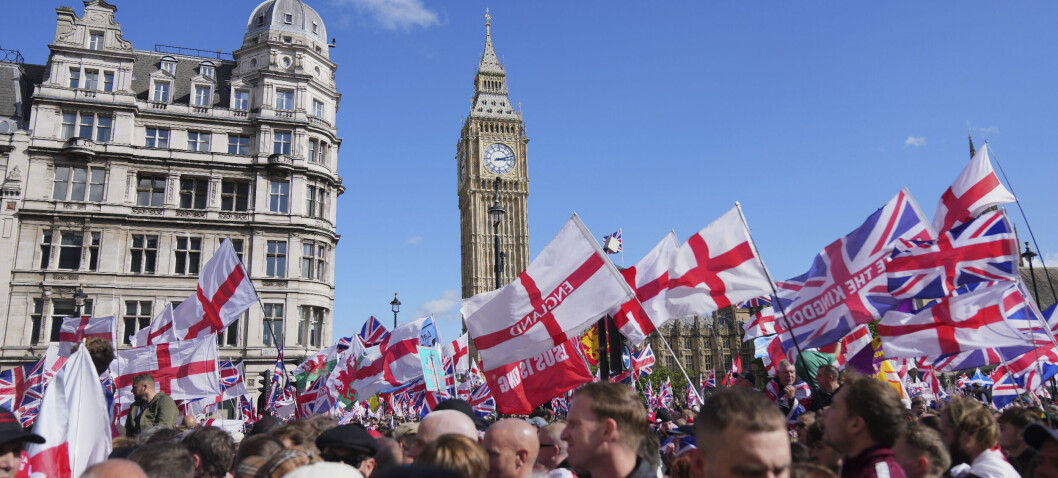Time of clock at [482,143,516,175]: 3:12
